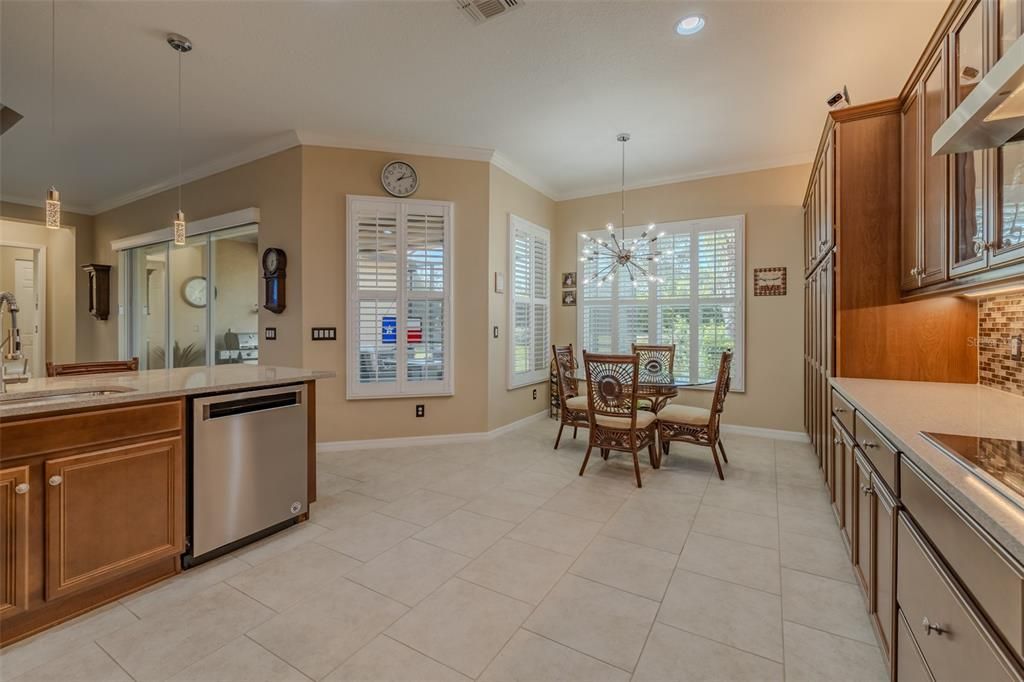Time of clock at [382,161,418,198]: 1:11
